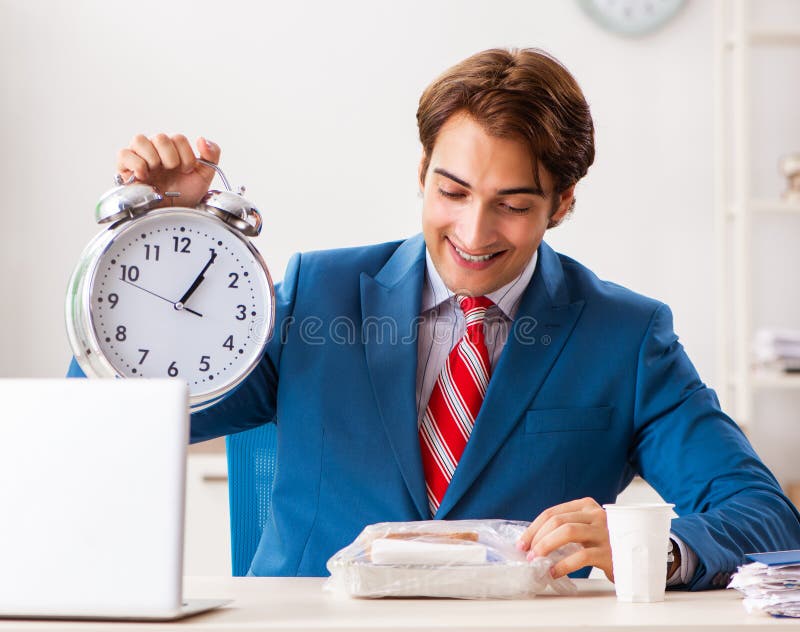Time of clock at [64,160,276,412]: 1:05
